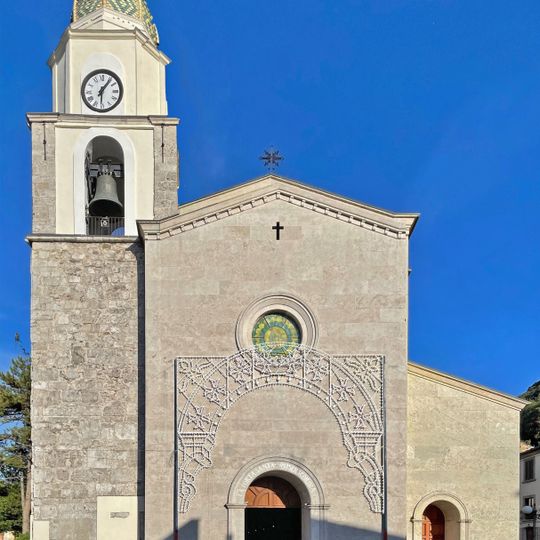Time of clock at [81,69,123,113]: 6:06
